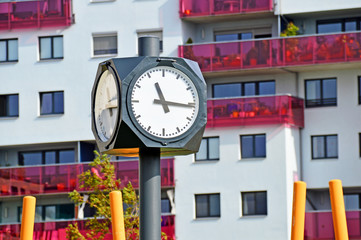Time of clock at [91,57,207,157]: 11:15
